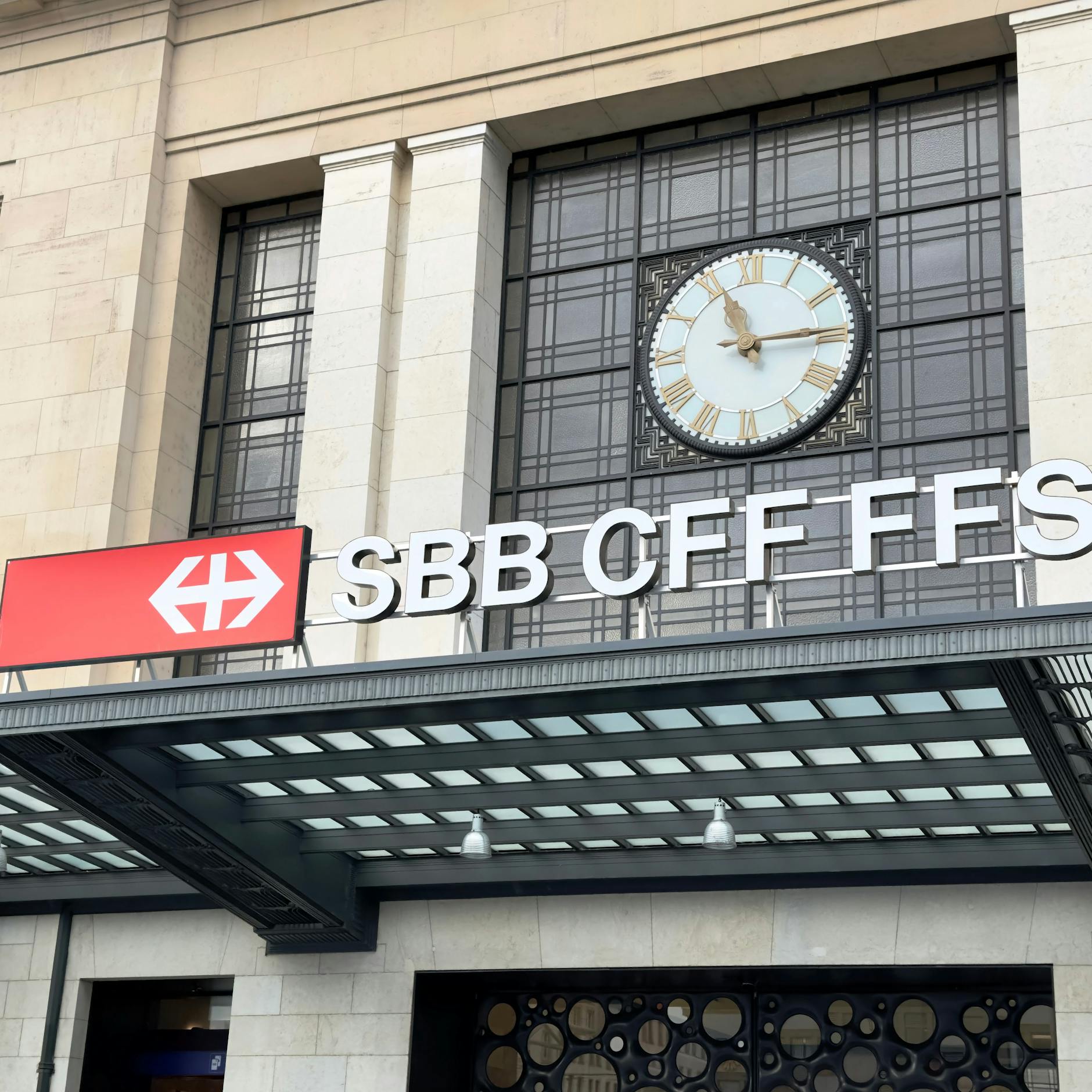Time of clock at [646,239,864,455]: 11:14
